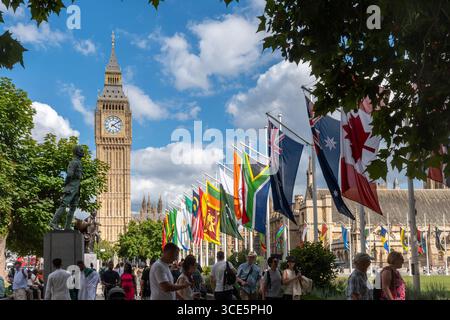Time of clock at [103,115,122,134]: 4:09
